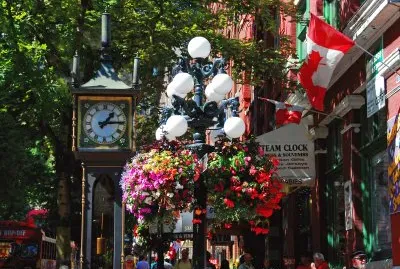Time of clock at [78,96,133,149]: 1:14
